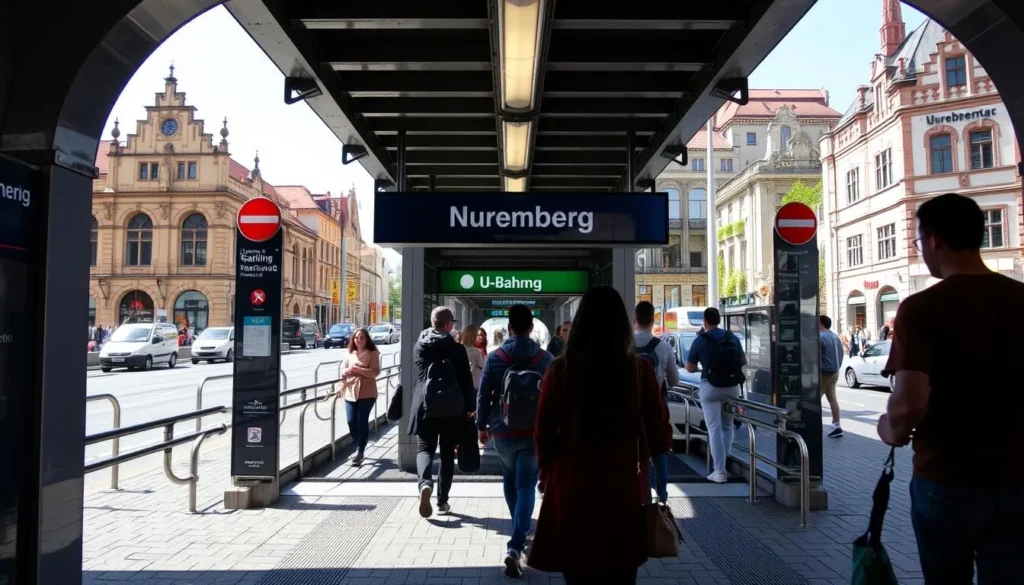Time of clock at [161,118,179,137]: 6:58
